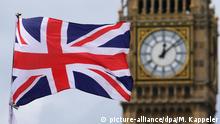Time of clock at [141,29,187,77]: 12:08
